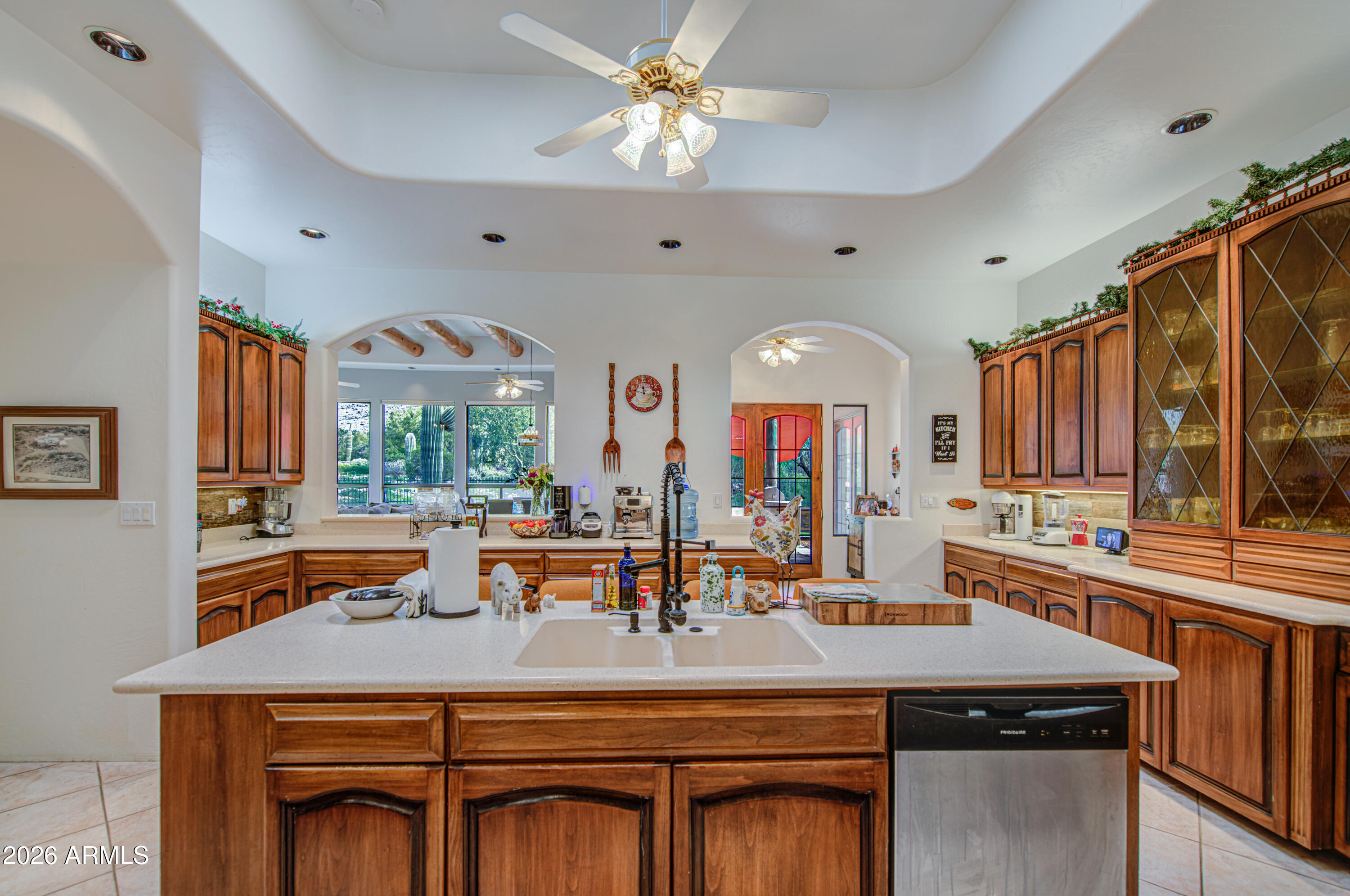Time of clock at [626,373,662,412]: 11:48
